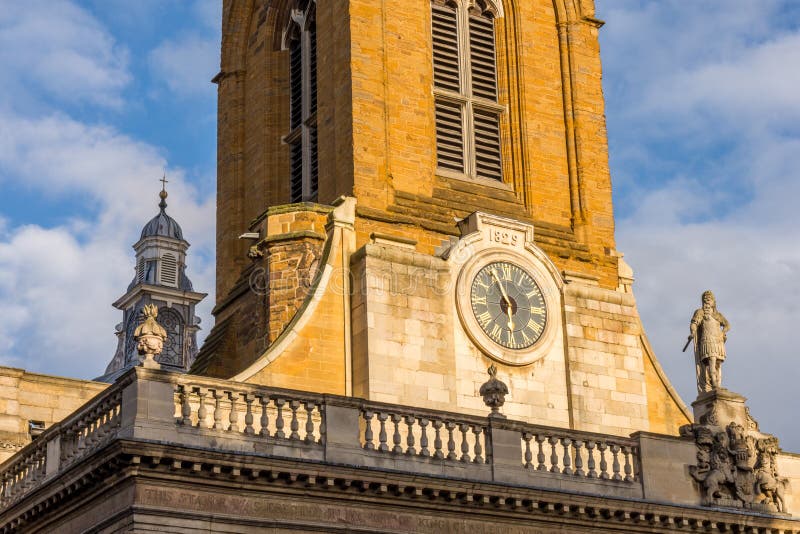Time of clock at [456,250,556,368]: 5:56
